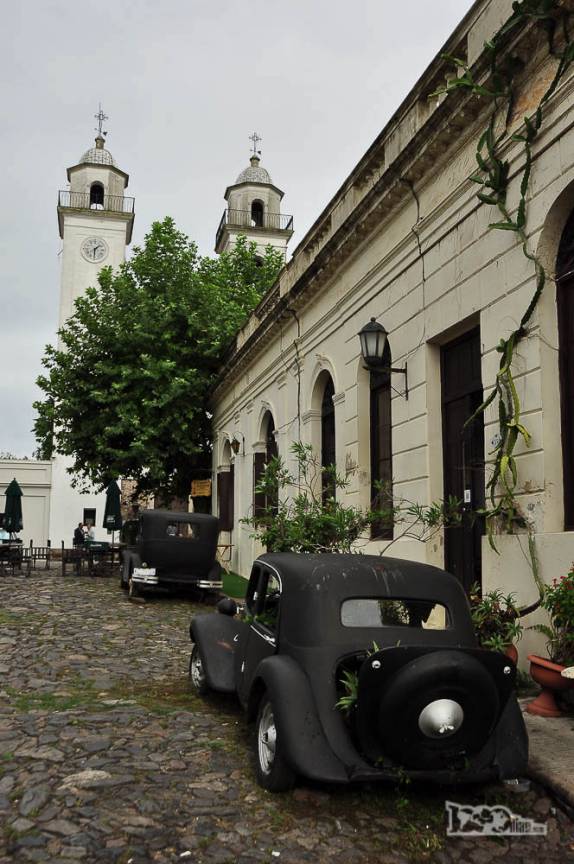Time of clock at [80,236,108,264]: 1:30
